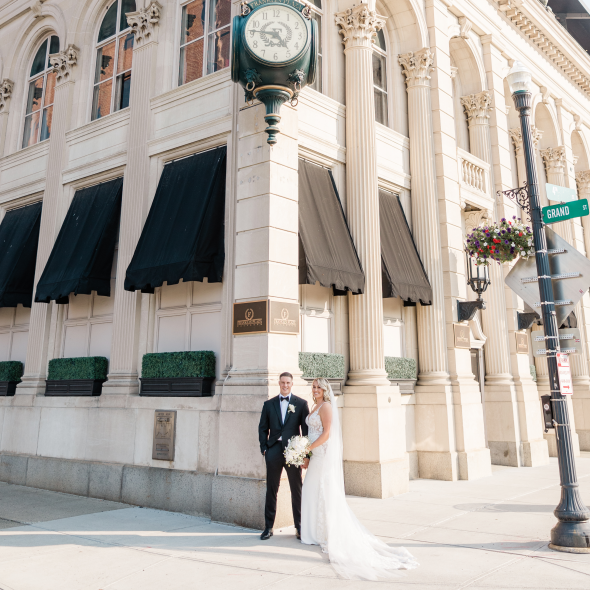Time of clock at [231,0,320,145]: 4:45
